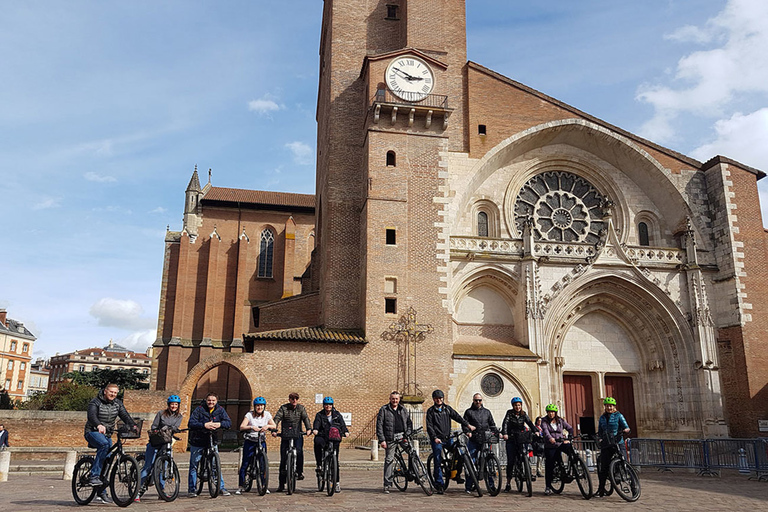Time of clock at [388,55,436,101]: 2:49
